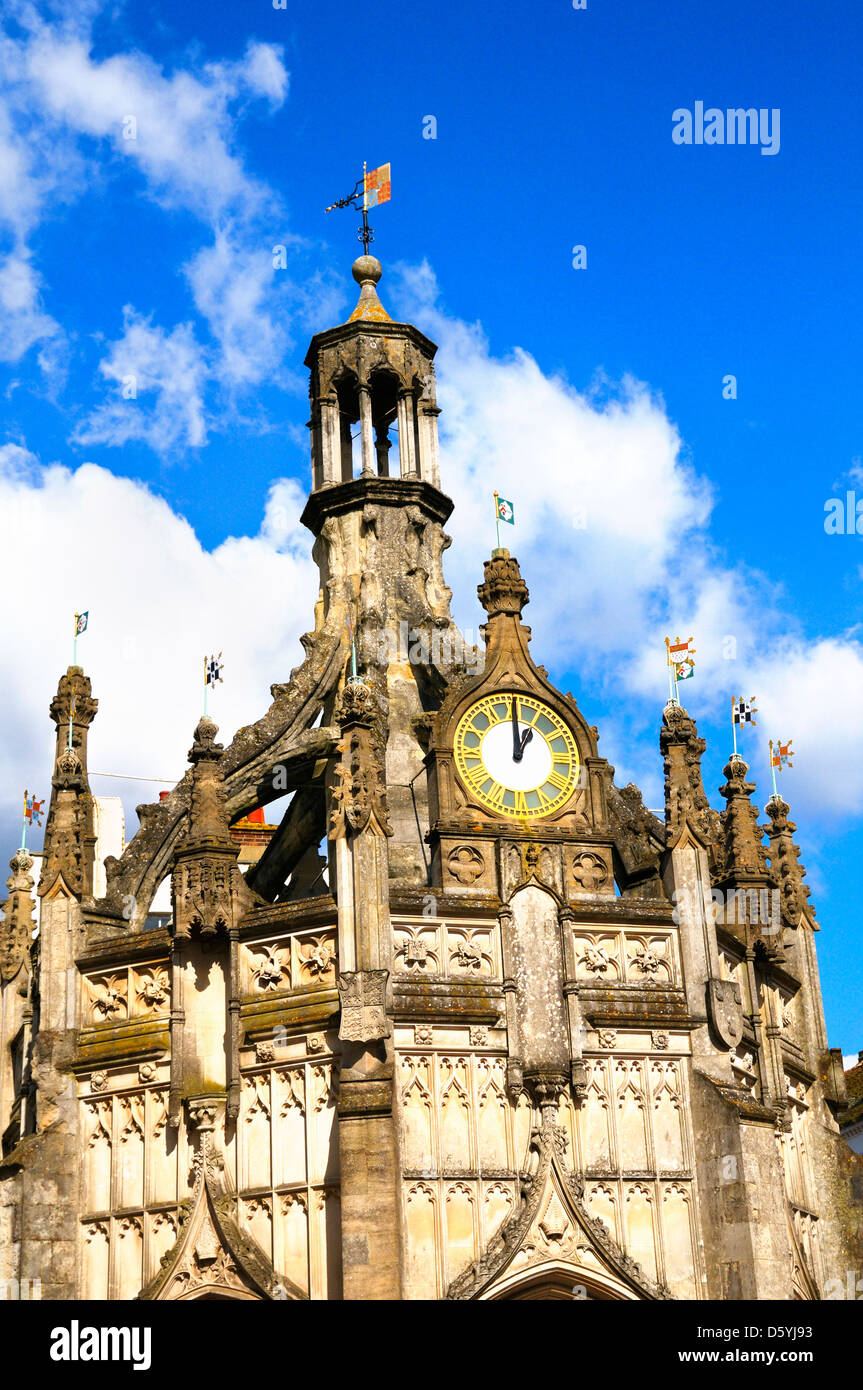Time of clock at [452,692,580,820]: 1:00
